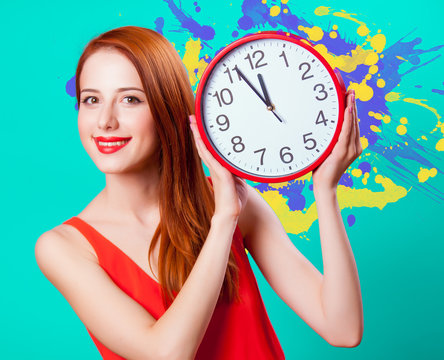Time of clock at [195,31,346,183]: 11:55
